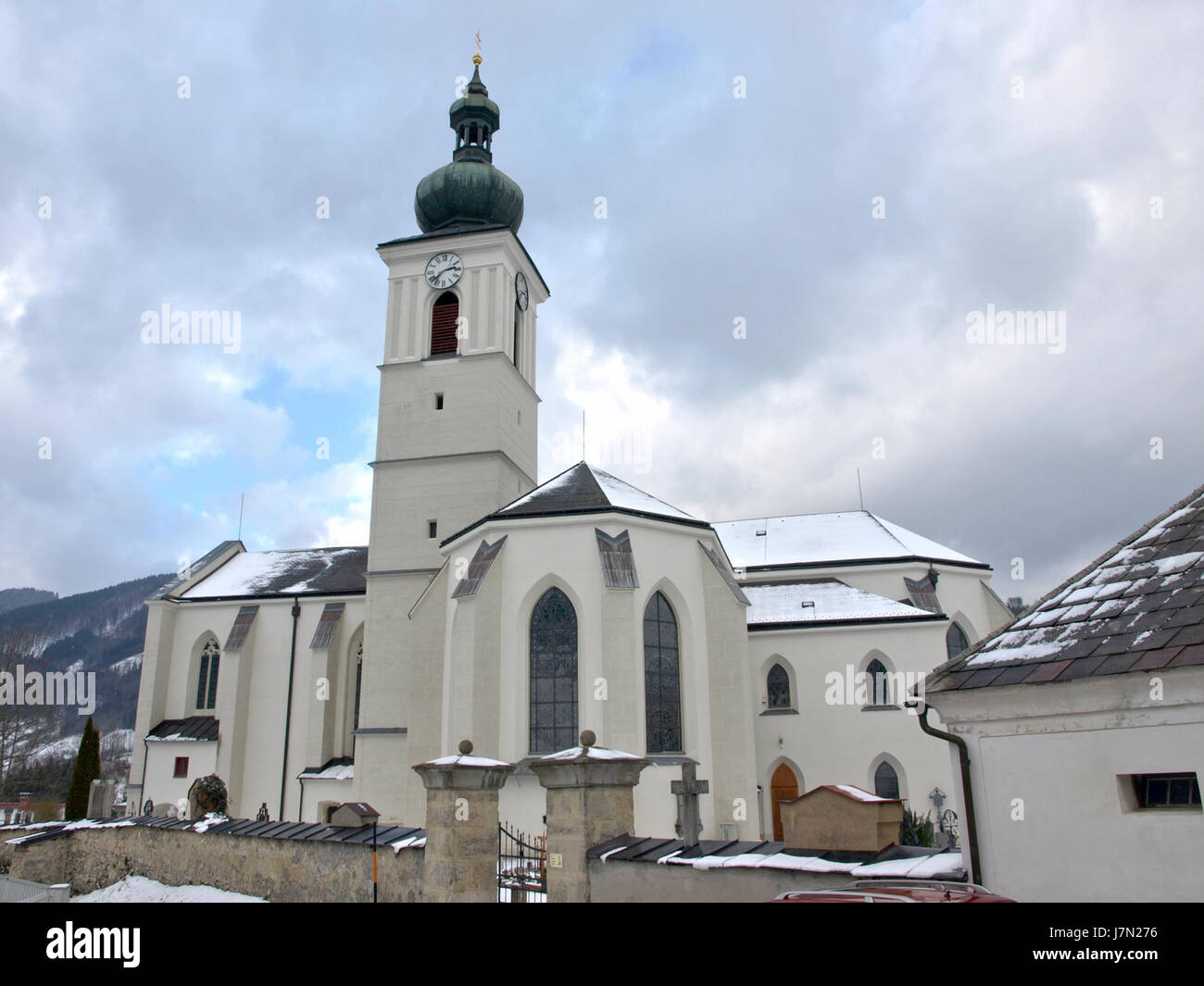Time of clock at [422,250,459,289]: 2:38
